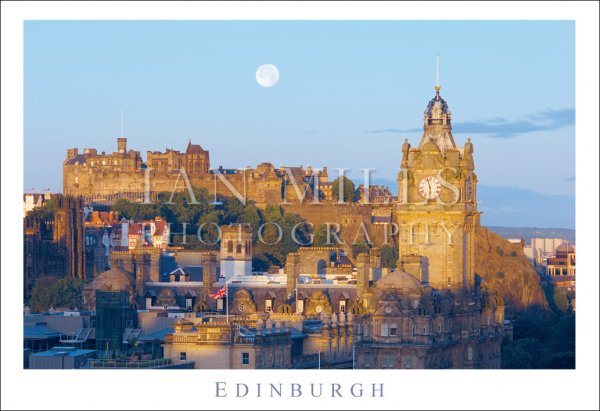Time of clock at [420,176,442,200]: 5:57
